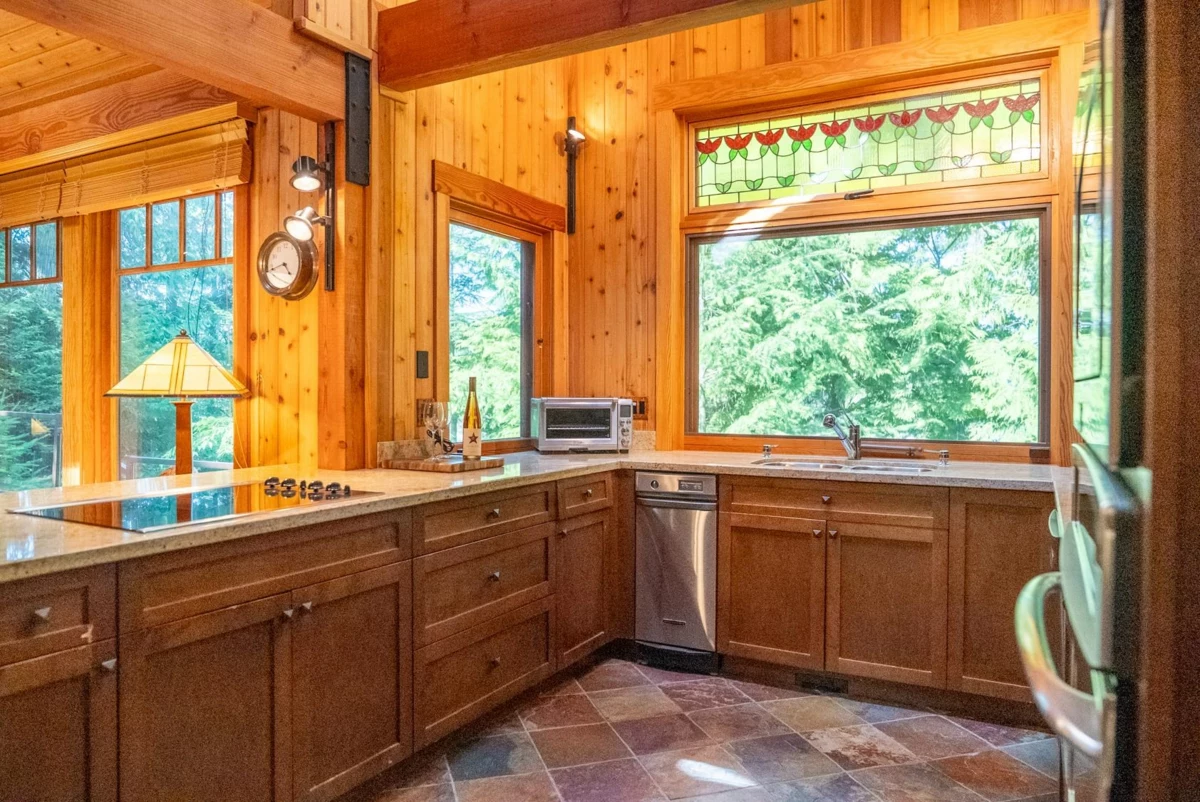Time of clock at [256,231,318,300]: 4:42
